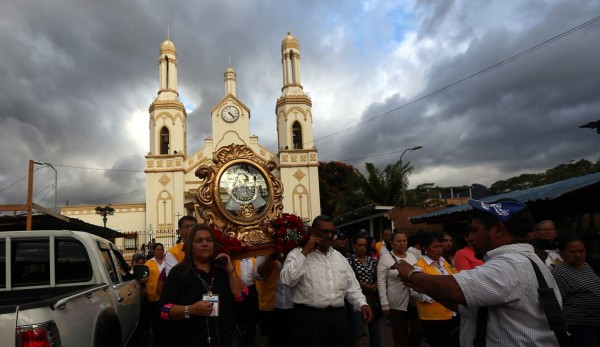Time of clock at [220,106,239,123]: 4:23
